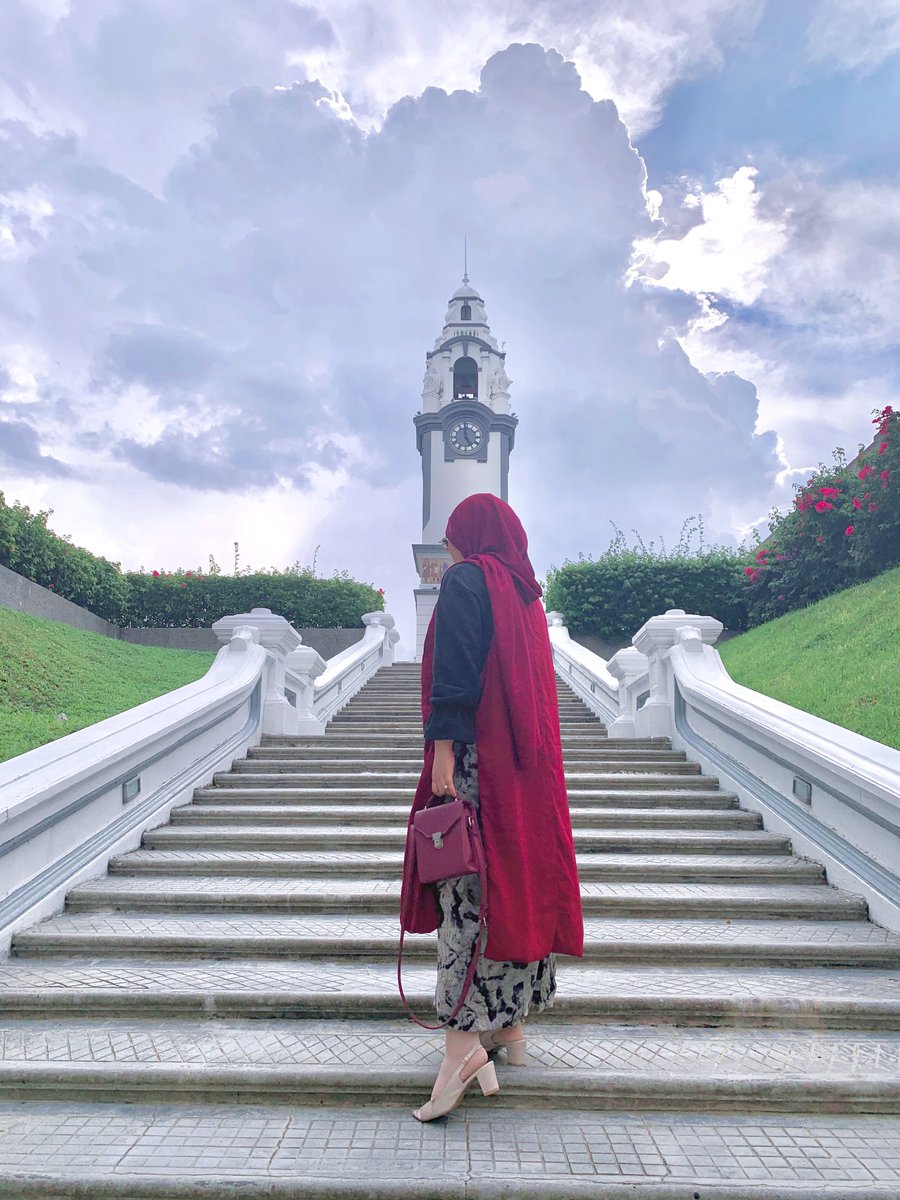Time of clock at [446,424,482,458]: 4:59
